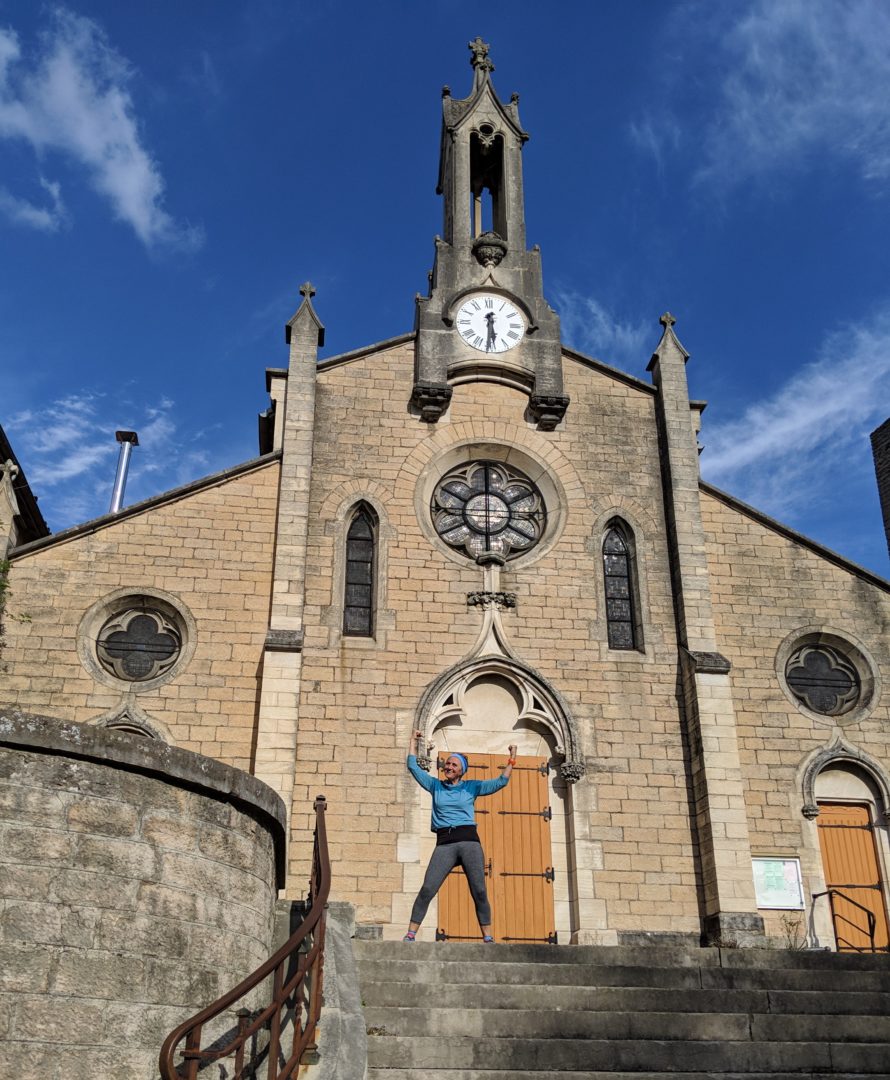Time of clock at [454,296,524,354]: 5:30
